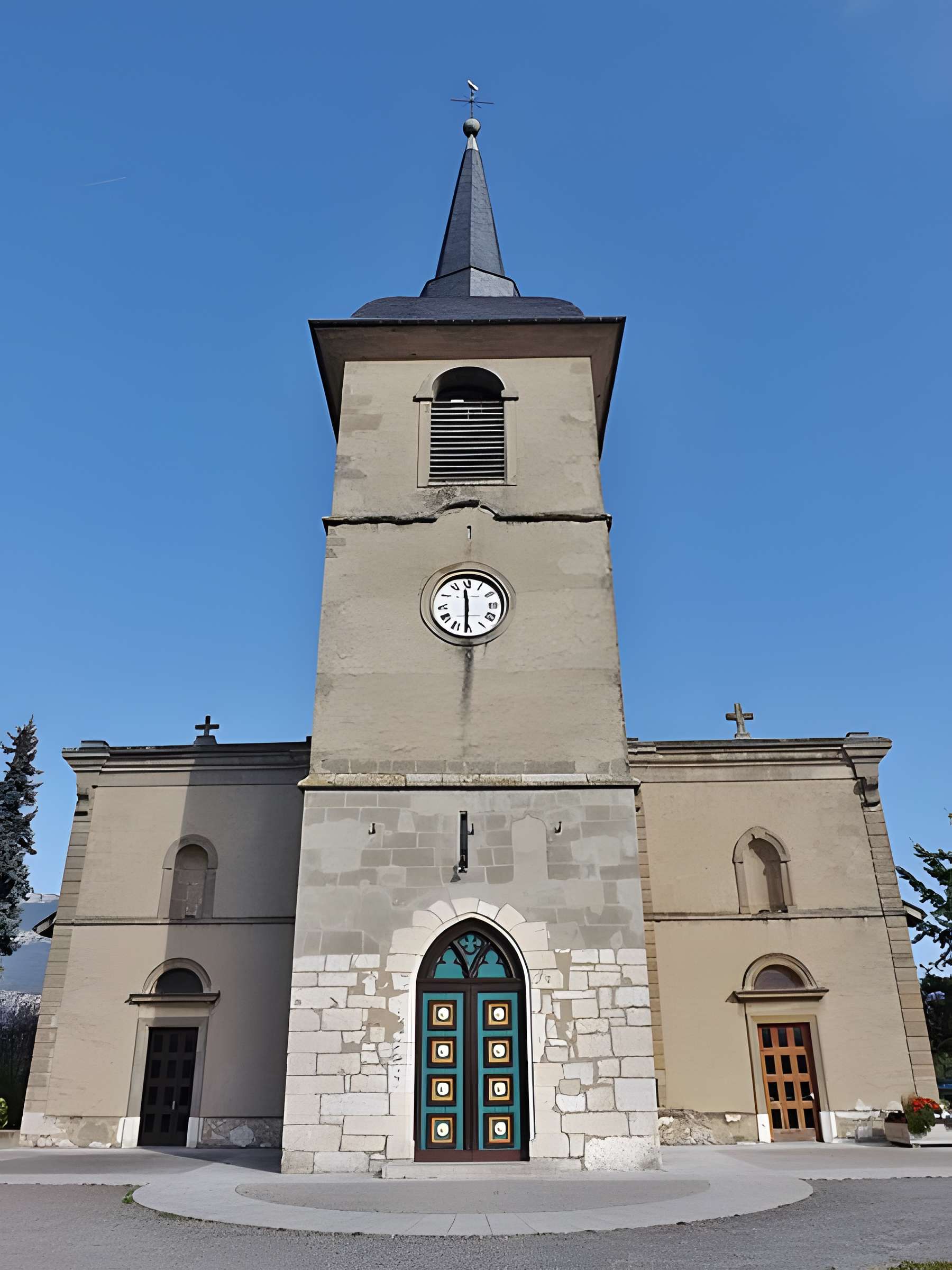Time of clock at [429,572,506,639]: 11:30
